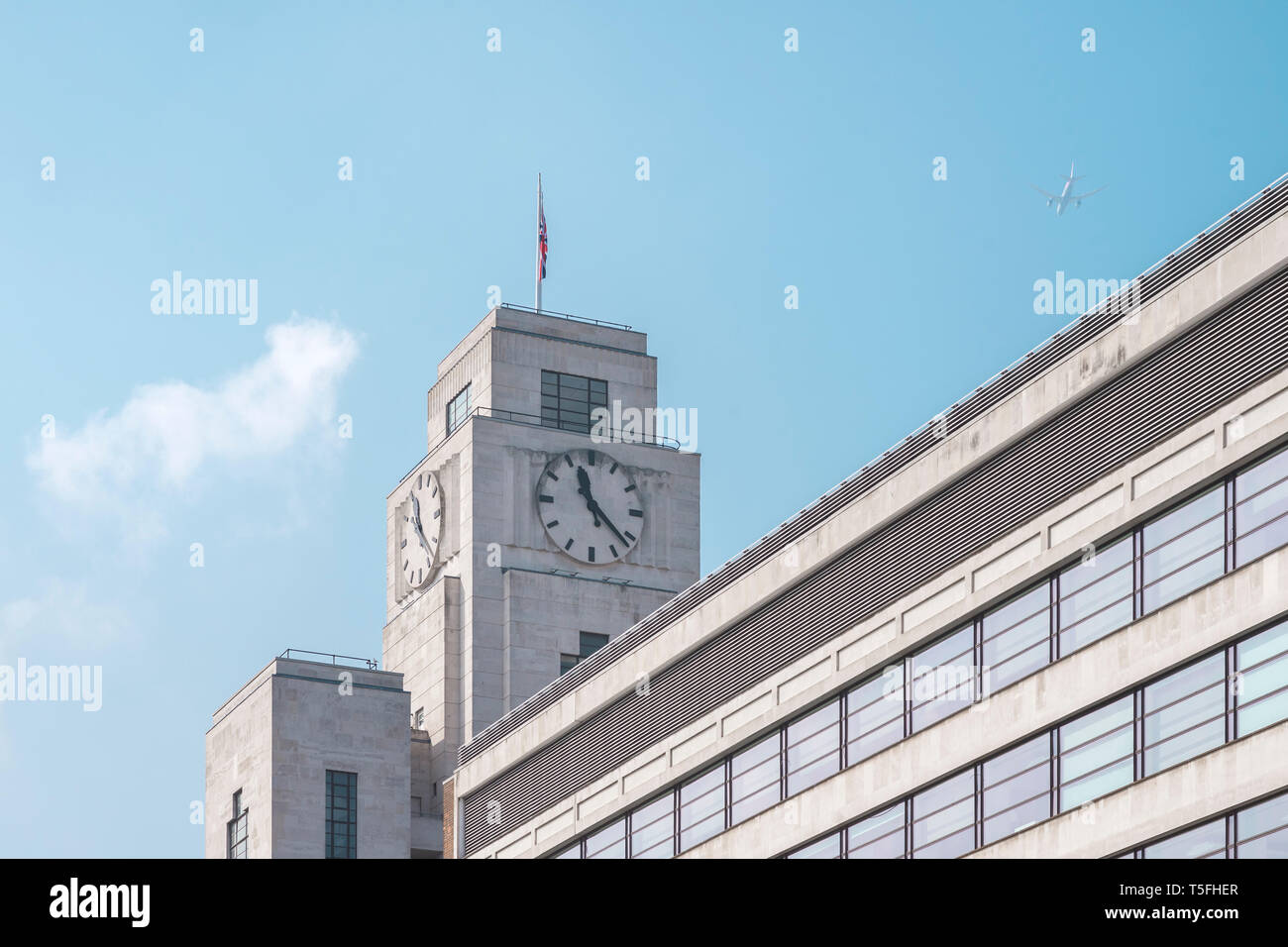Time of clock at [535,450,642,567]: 11:22
